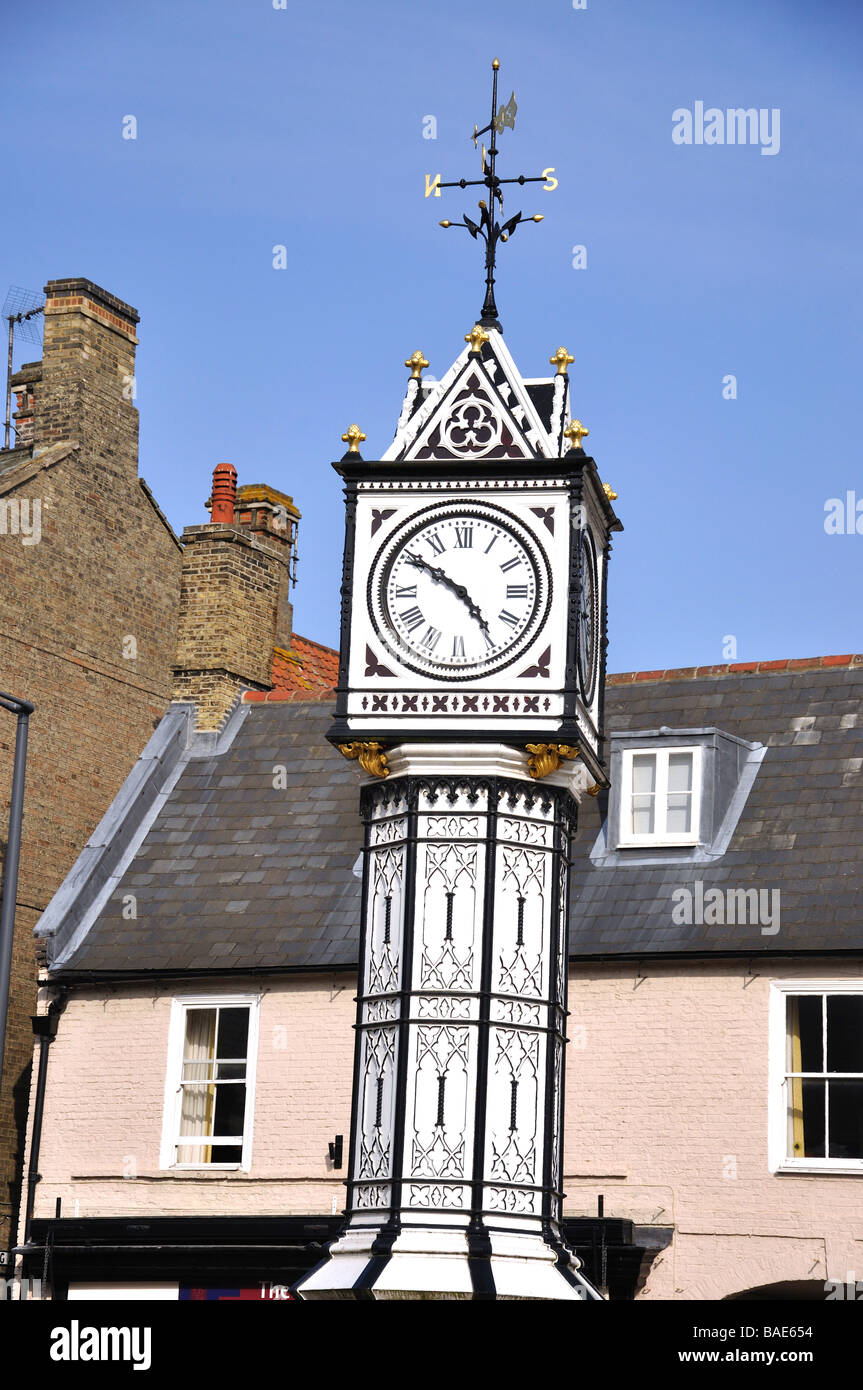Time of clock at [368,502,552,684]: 4:50
